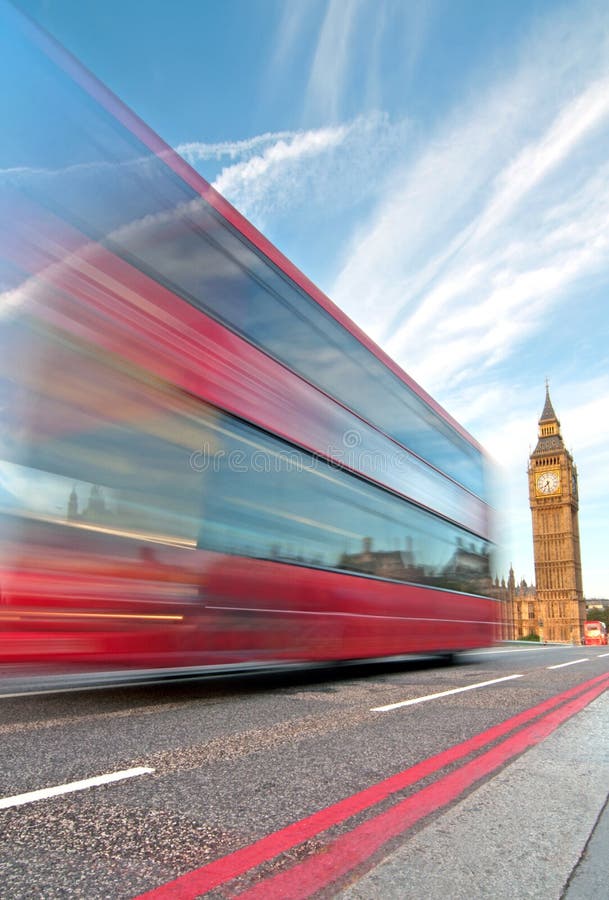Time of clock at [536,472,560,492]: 7:28
